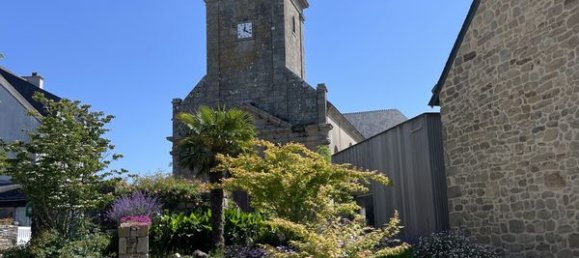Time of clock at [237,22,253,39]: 4:01
